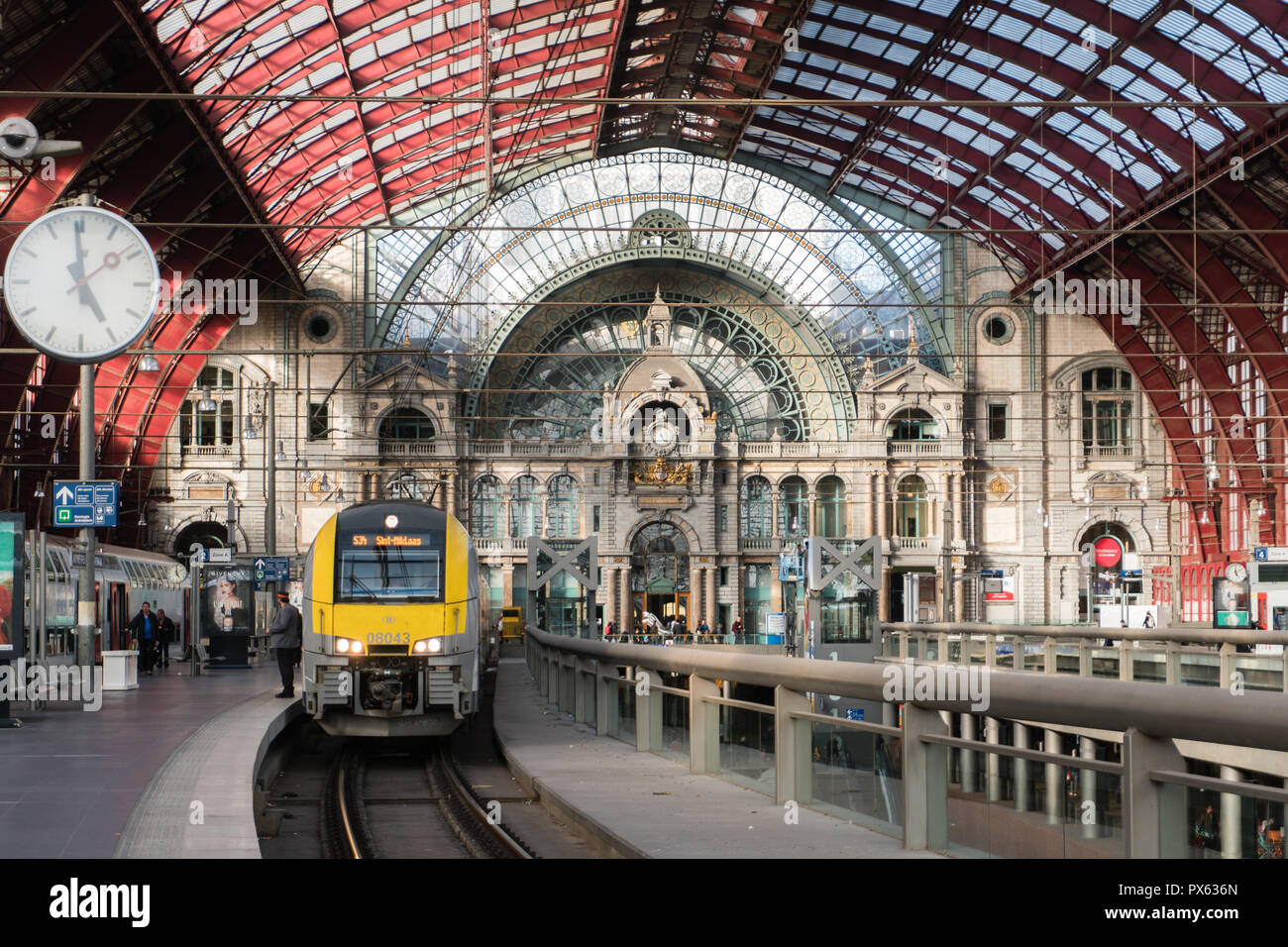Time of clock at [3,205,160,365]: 4:59
